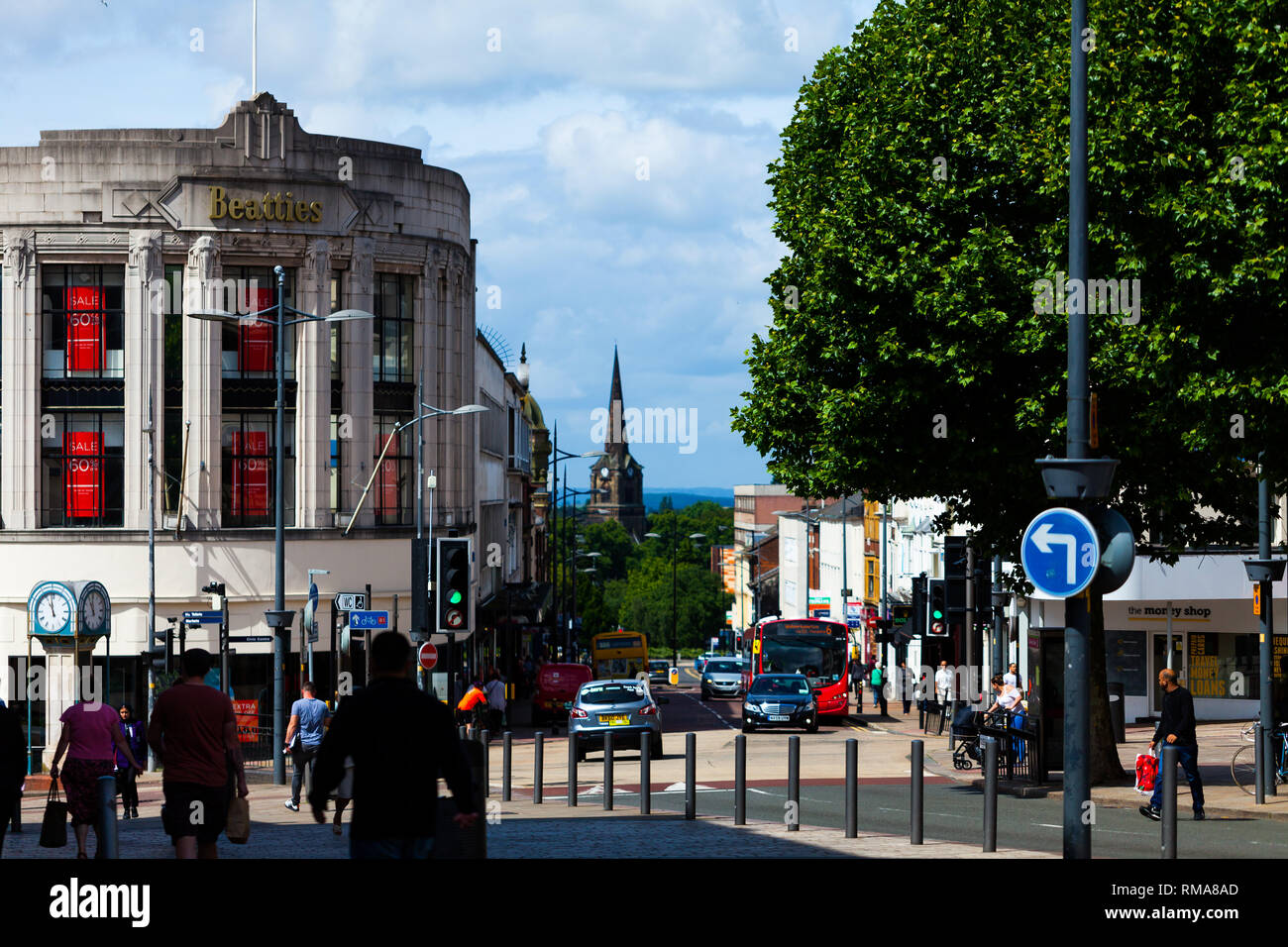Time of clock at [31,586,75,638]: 10:58
